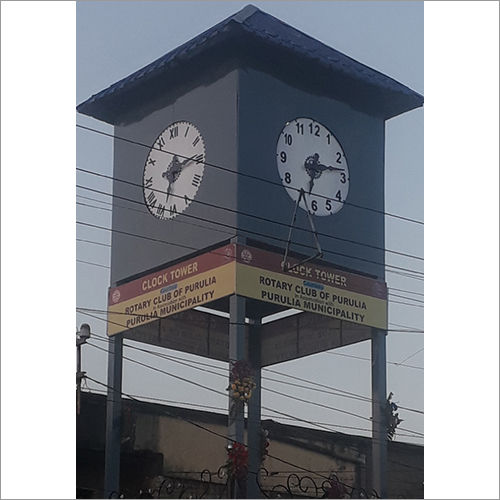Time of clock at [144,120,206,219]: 6:14
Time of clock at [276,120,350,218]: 6:13
